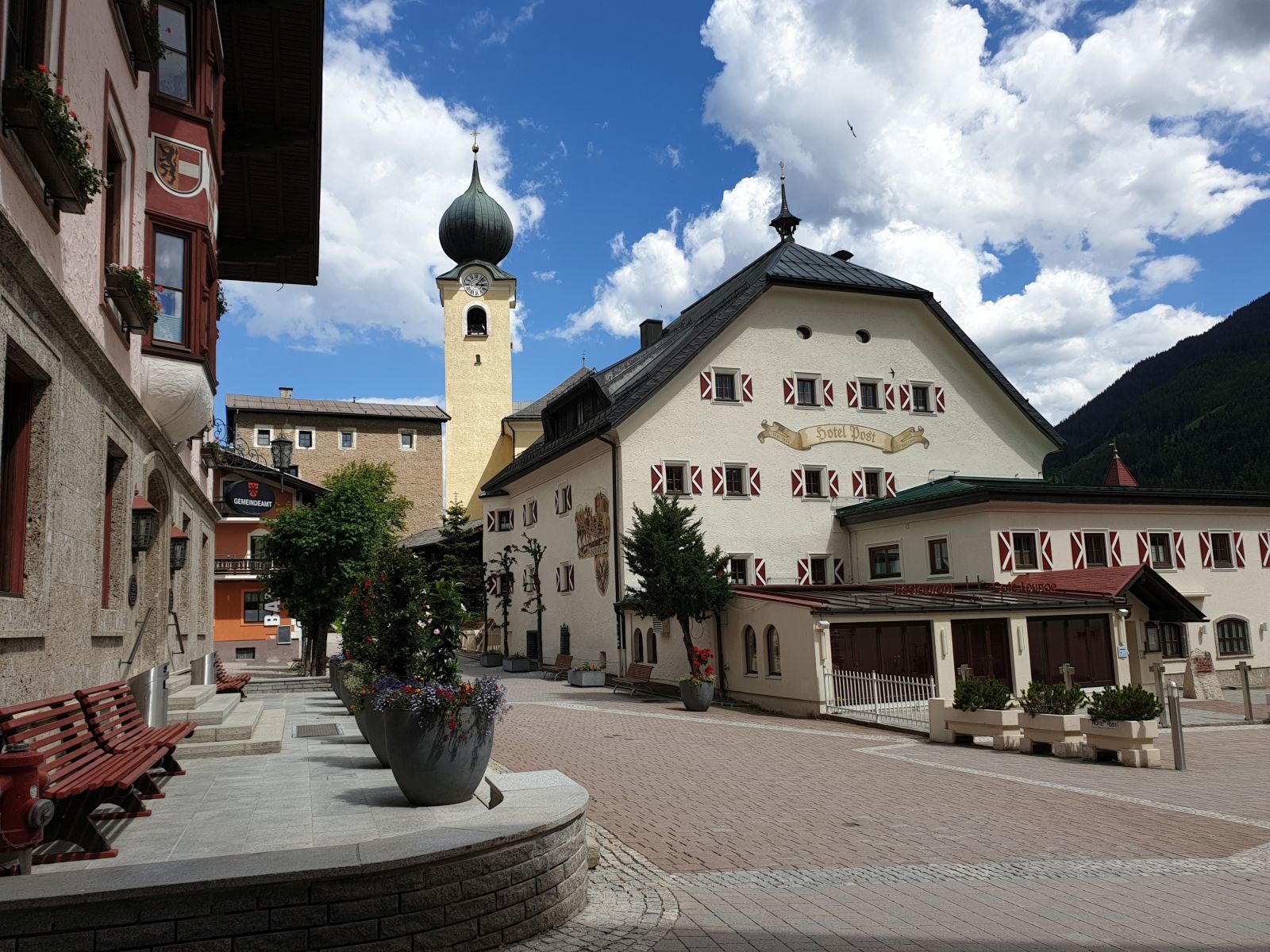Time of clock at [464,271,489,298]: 3:07
